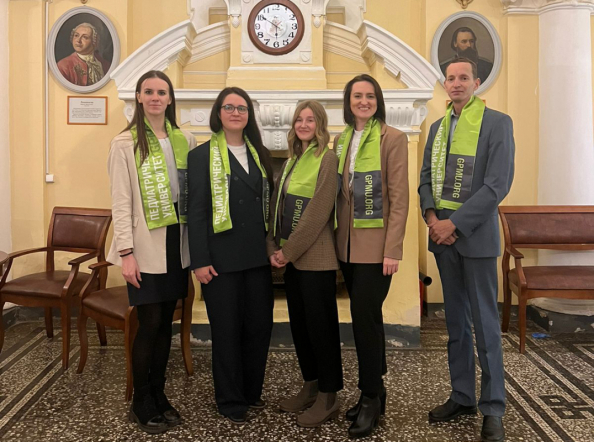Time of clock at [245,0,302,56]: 5:50
